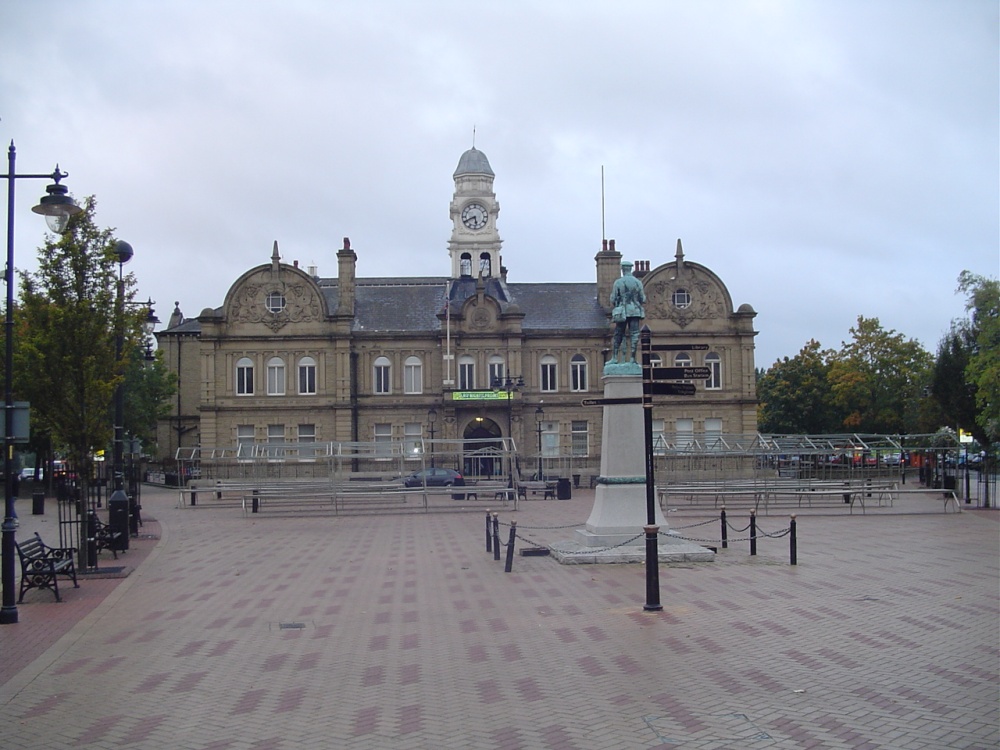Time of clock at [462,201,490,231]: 5:40
